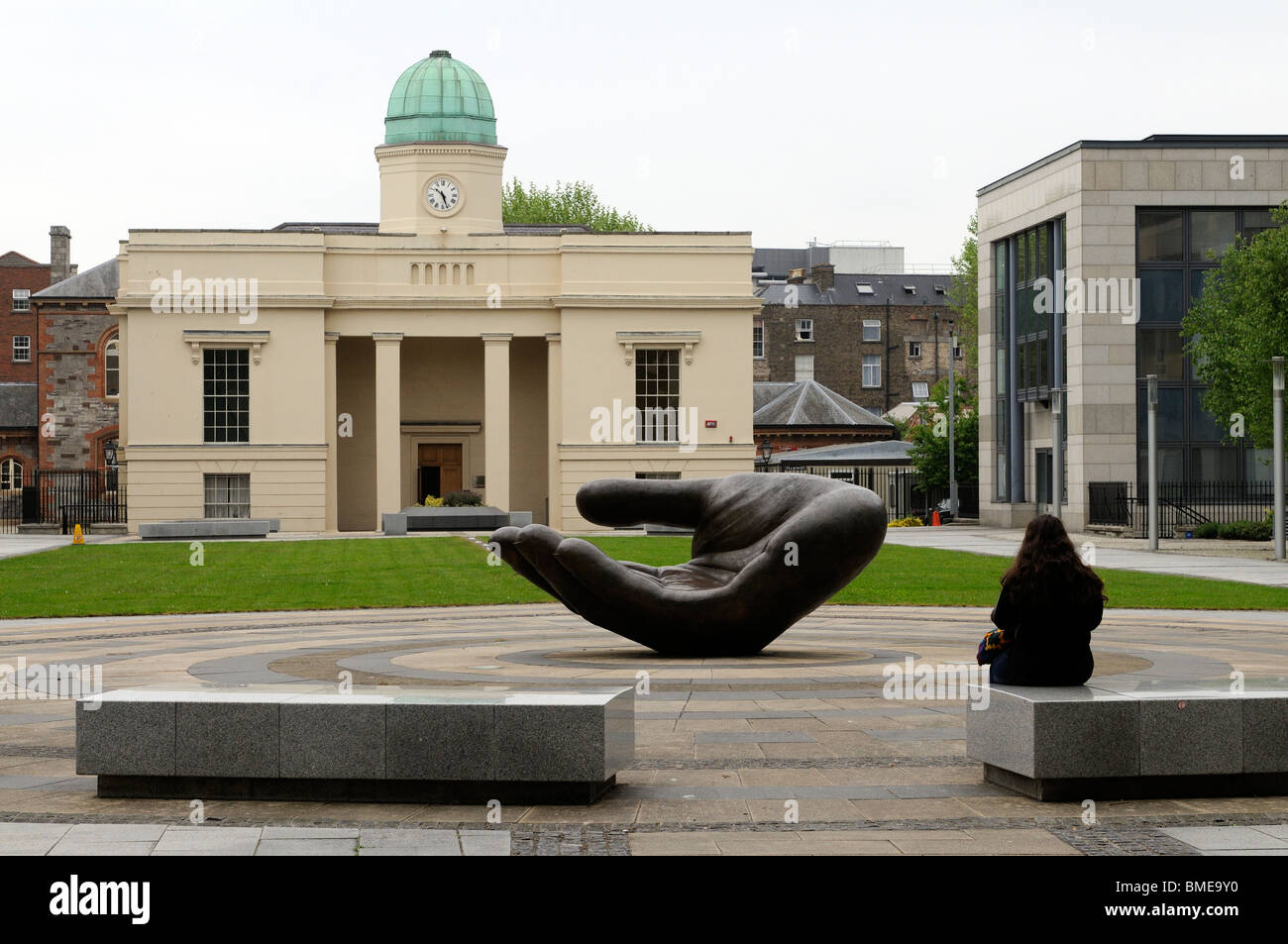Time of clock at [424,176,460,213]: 10:26
